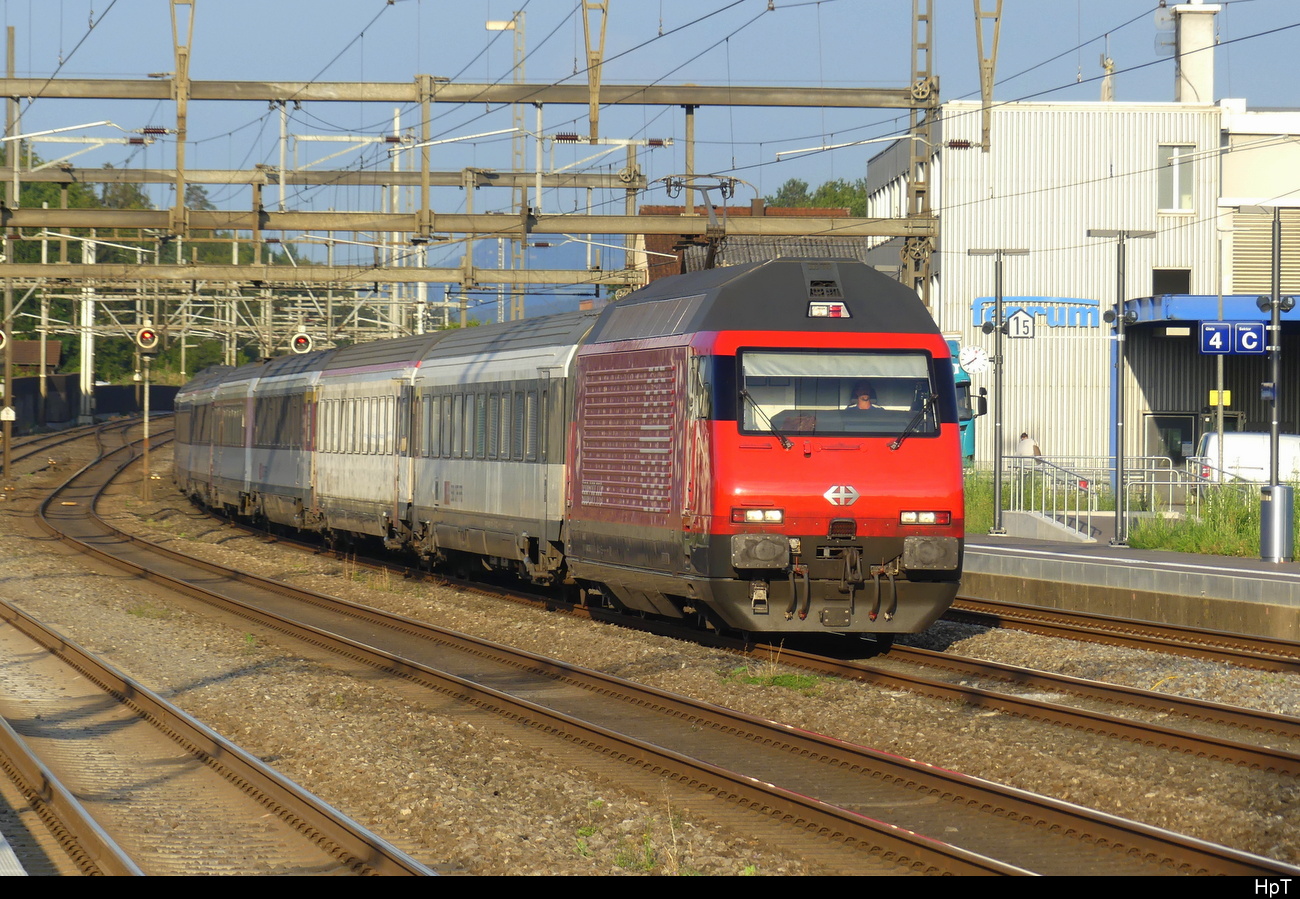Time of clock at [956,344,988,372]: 7:39
